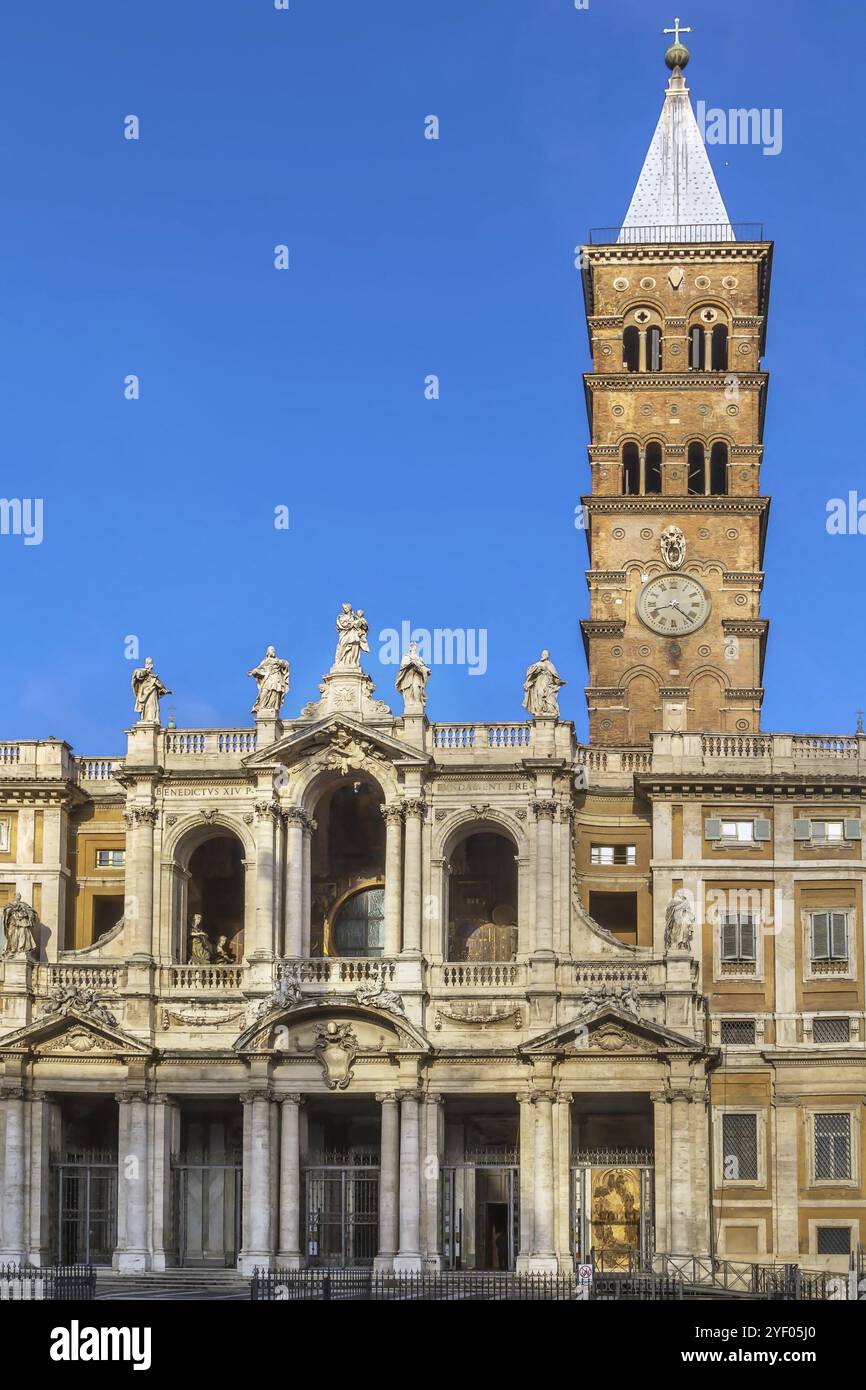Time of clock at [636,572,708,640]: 8:22
